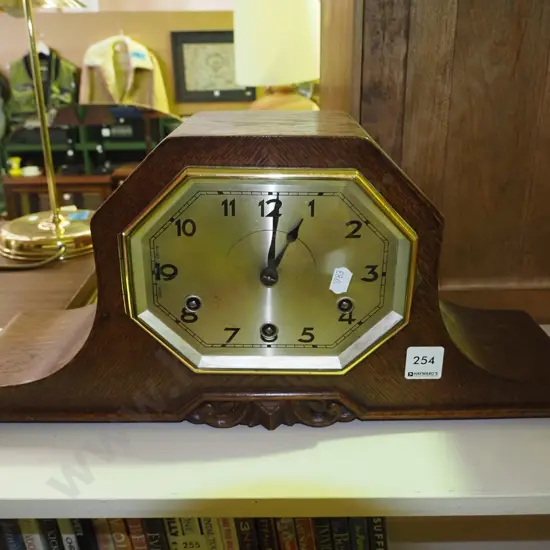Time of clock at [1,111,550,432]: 1:01
